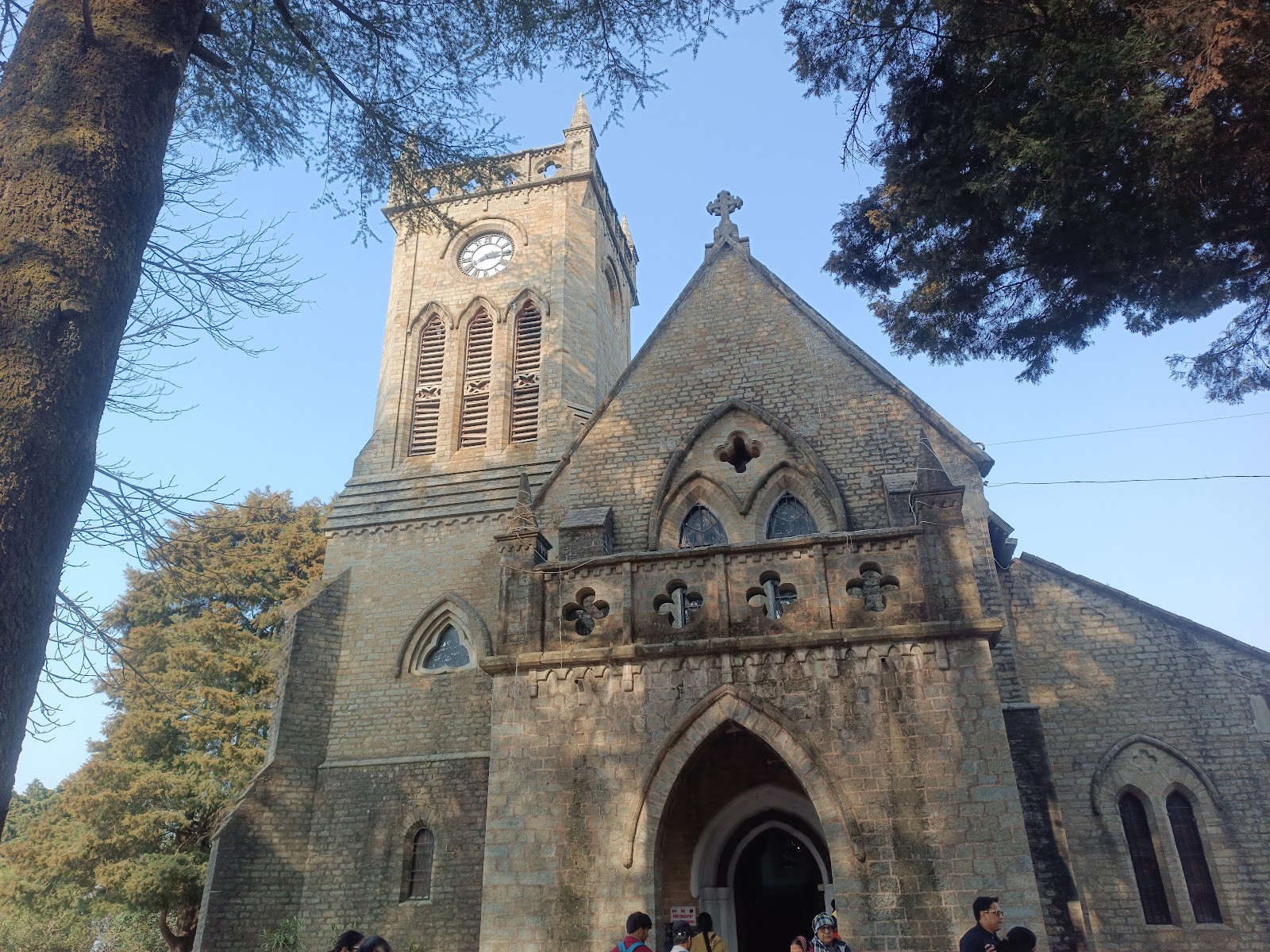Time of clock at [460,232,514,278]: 2:40
